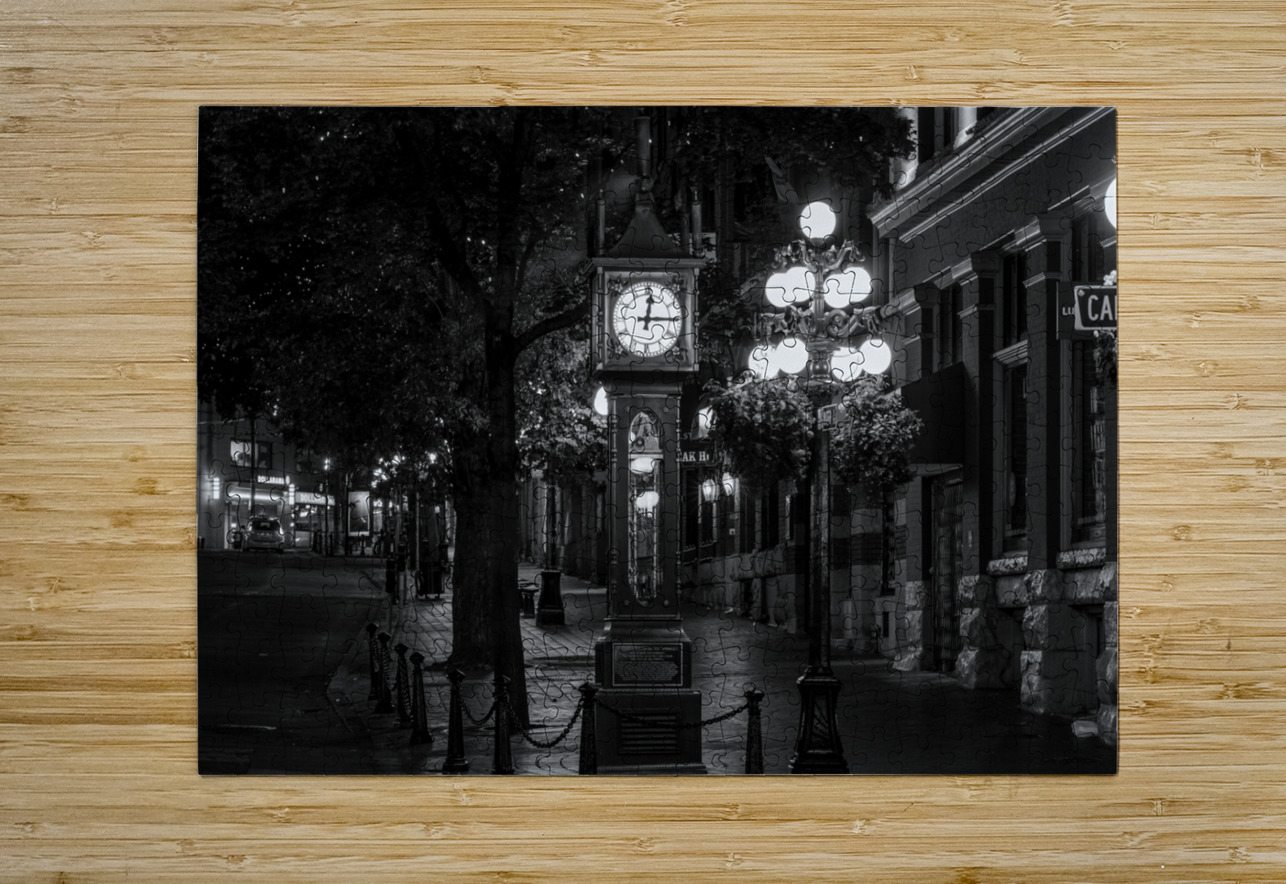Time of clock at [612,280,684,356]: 12:14
